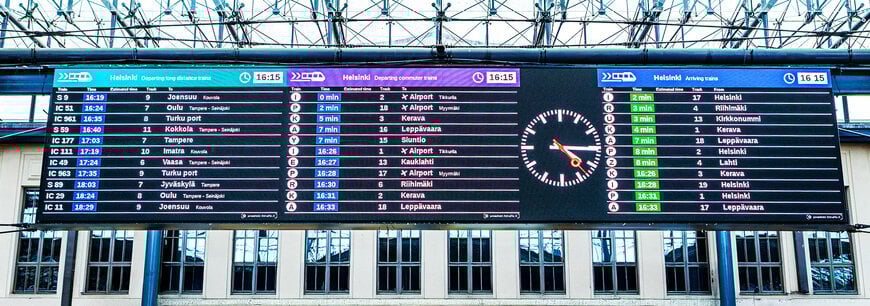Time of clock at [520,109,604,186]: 4:15
